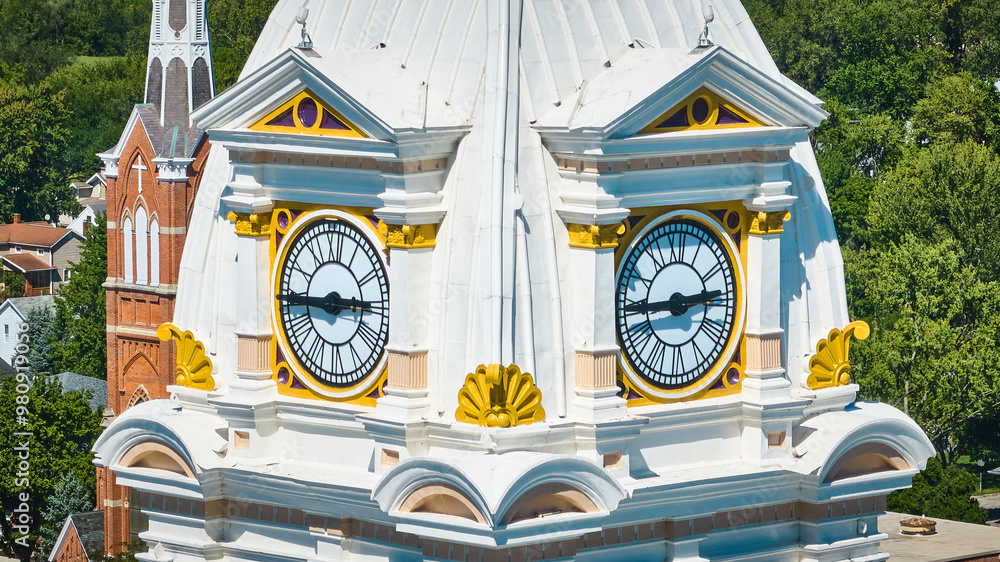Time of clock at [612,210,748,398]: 2:44
